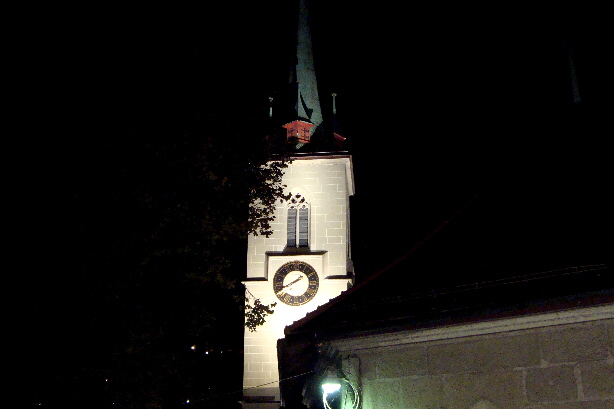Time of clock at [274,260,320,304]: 1:39
